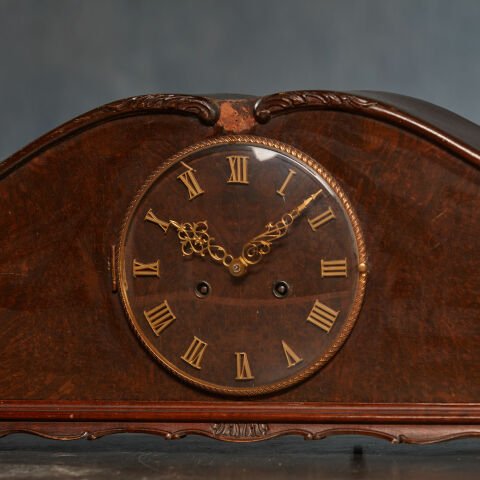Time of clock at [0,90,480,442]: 10:07
